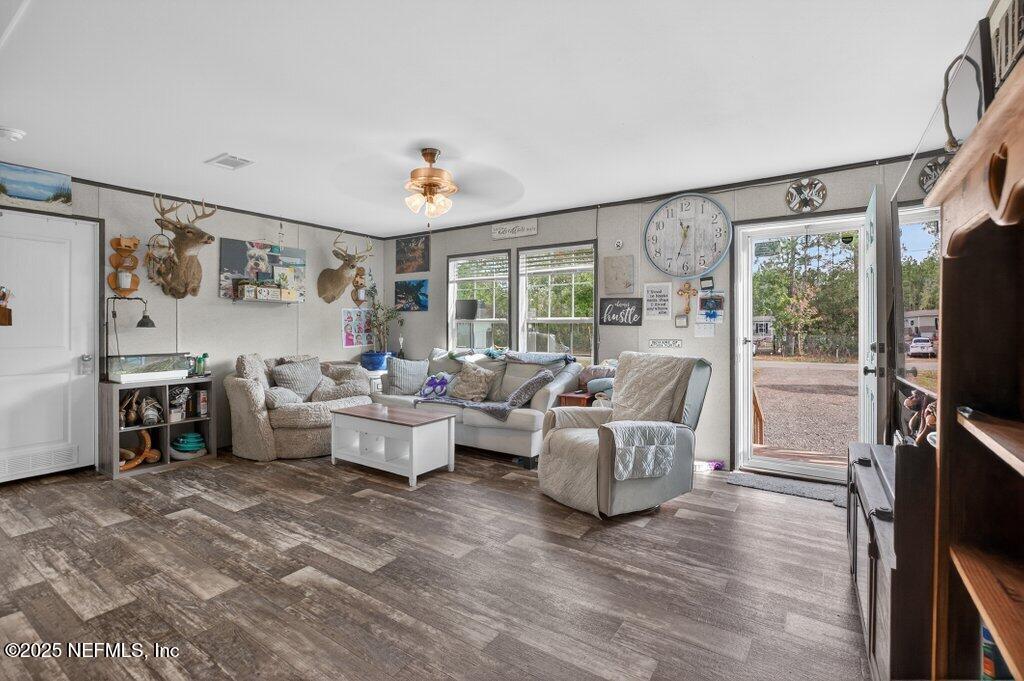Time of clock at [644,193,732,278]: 11:33
